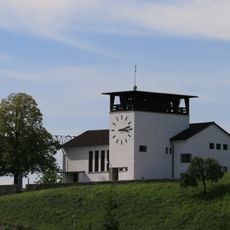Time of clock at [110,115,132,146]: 3:12
